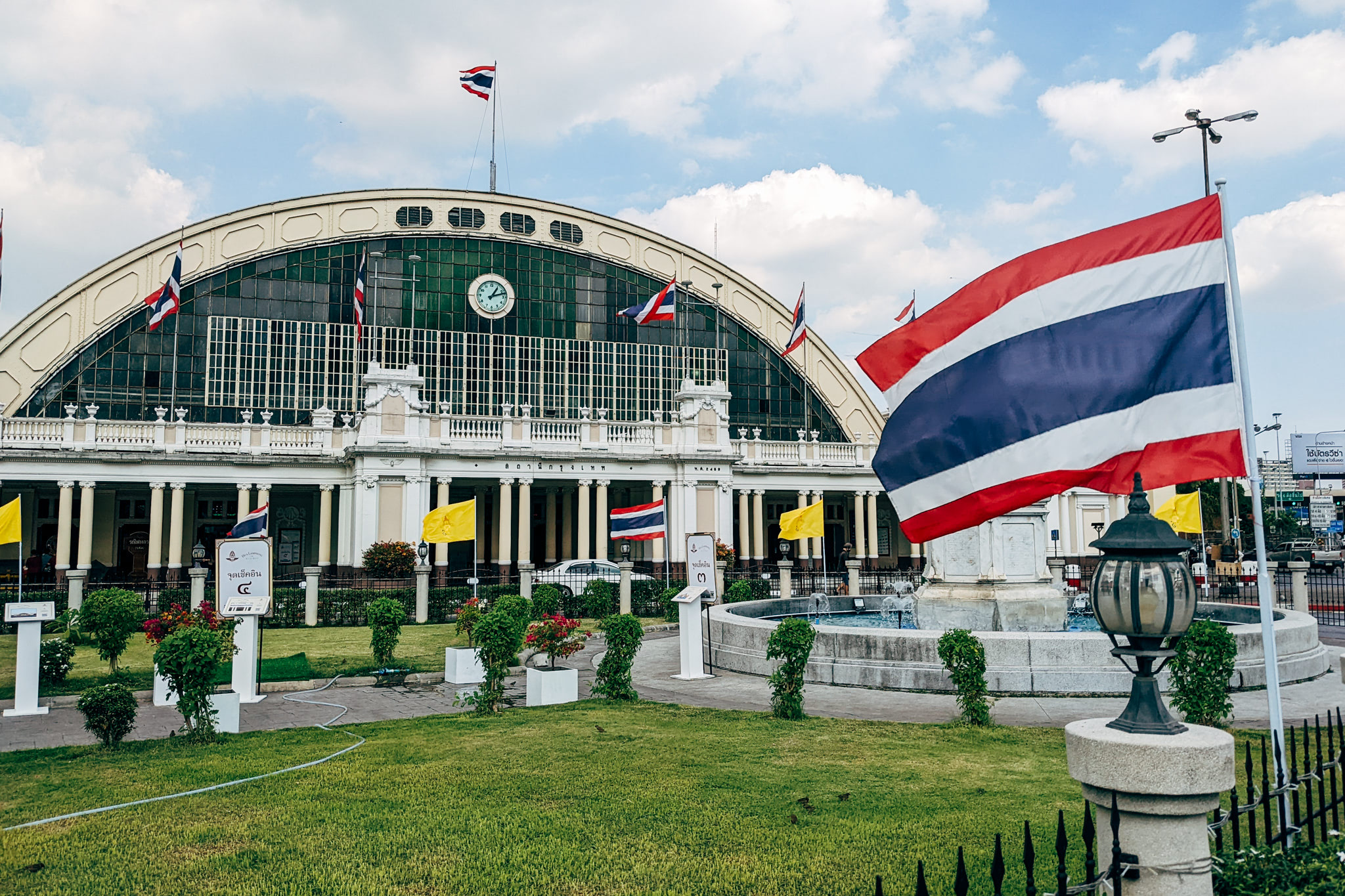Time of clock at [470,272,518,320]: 1:12
